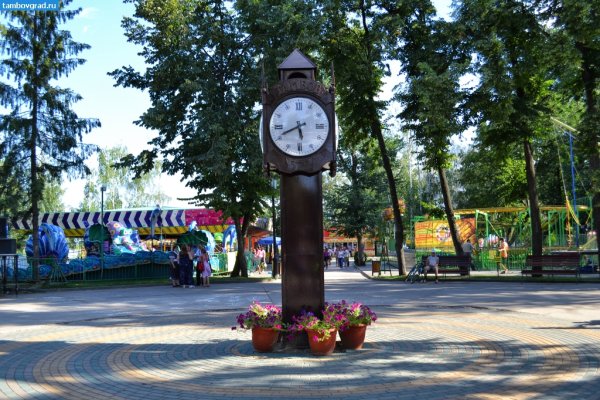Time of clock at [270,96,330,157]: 5:41
